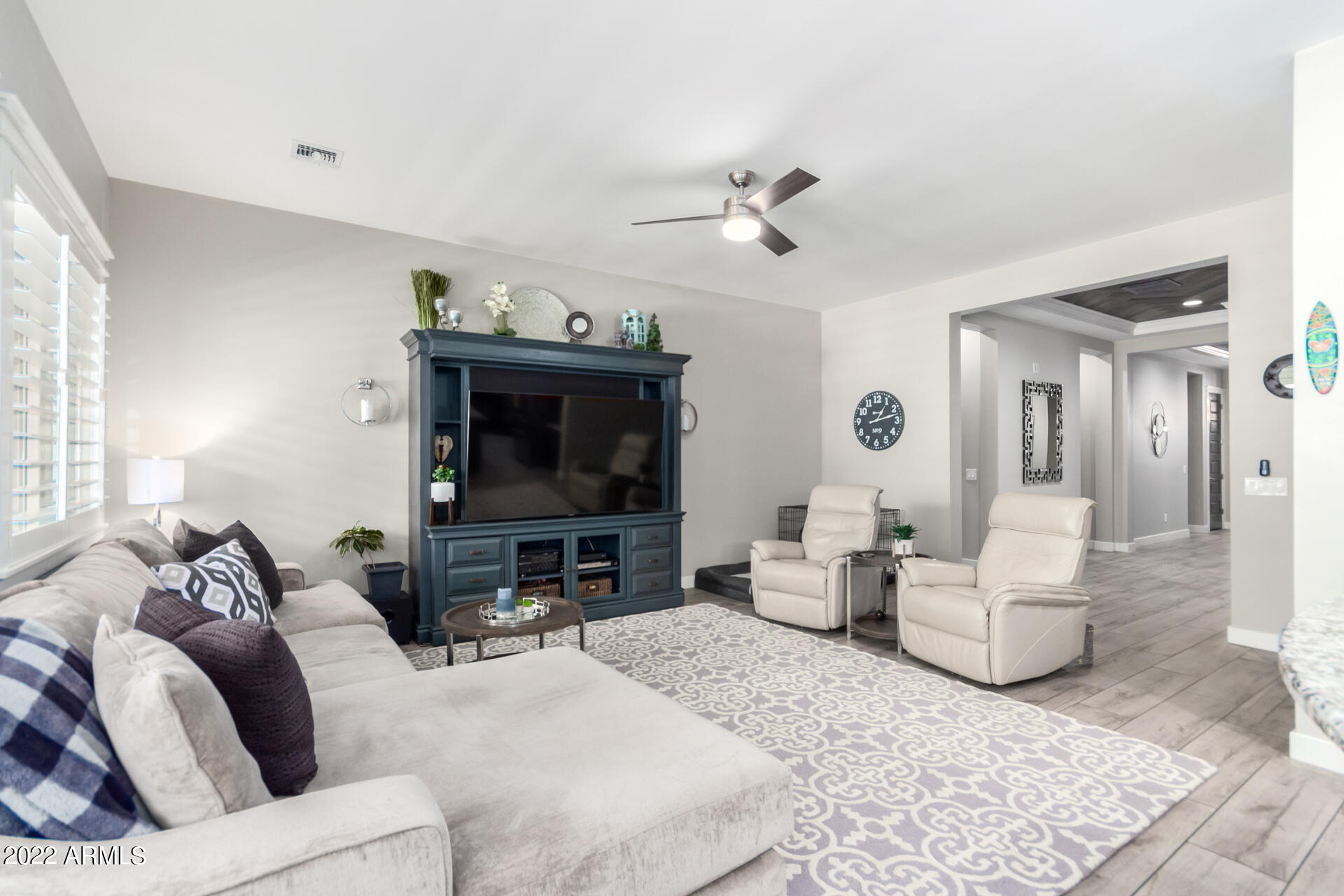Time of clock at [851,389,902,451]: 1:12
